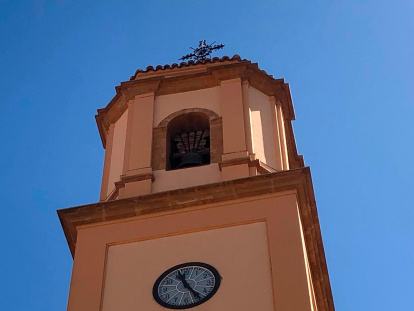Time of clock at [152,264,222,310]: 11:24
